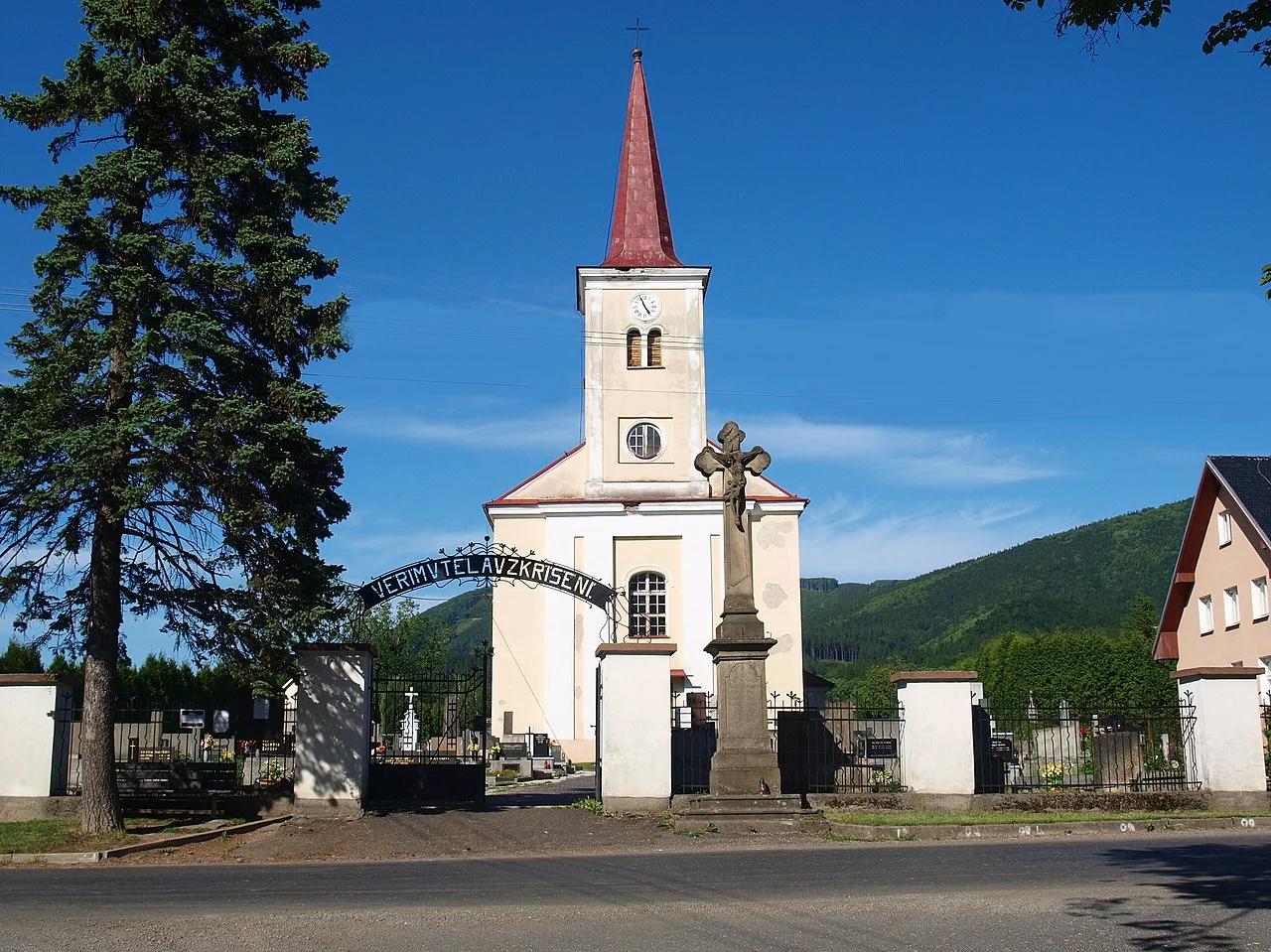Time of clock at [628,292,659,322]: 4:56
